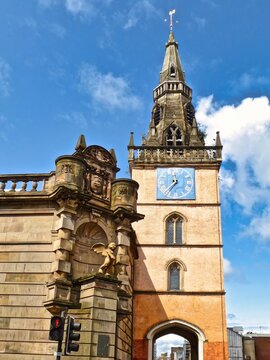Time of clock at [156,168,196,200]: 7:36
